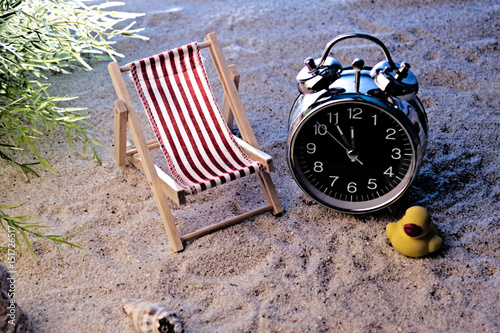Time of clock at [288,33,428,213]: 11:52
